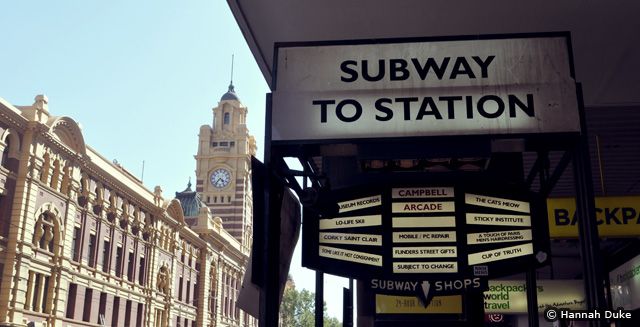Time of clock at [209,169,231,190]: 4:36
